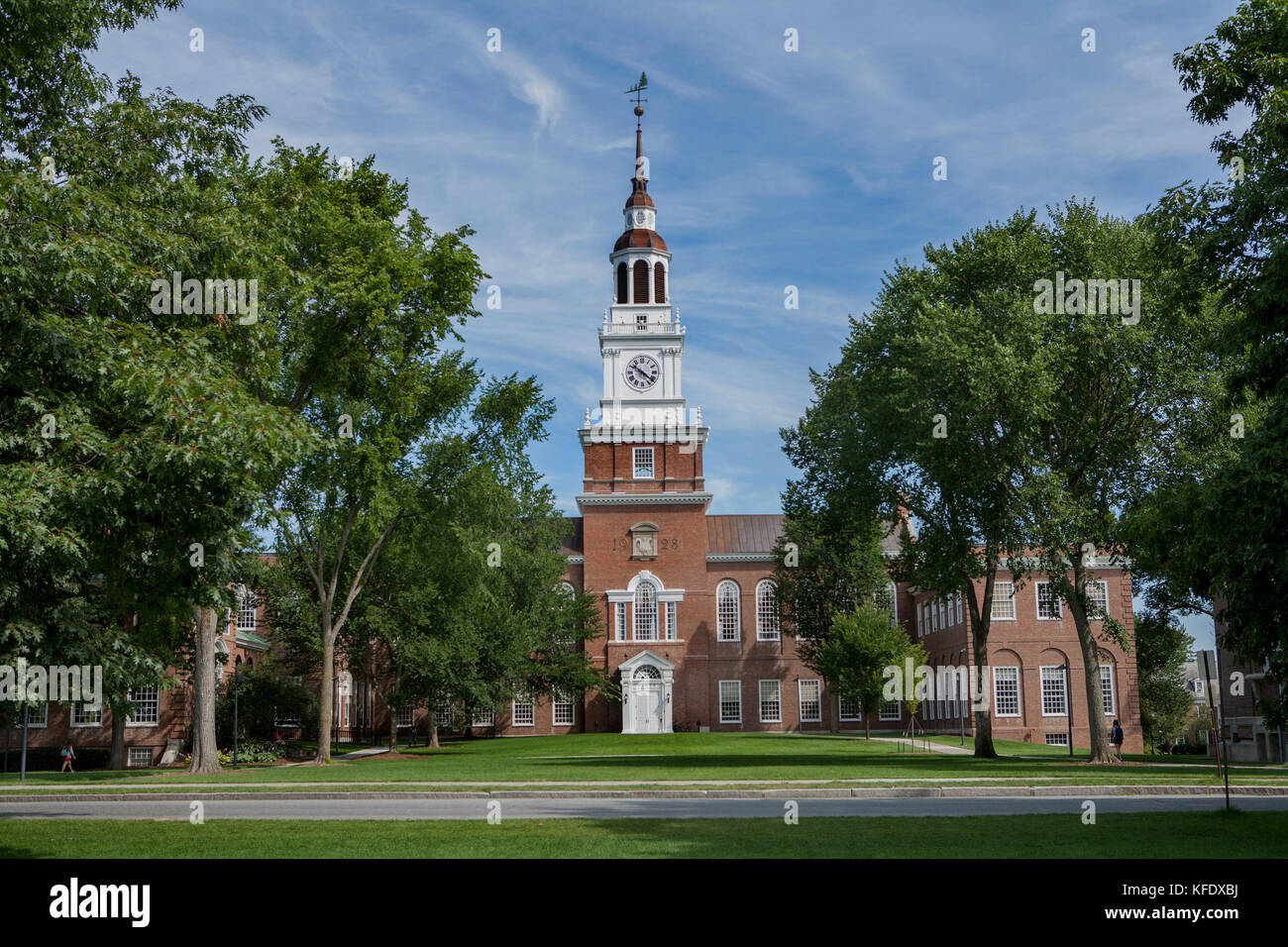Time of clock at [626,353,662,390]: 10:21
